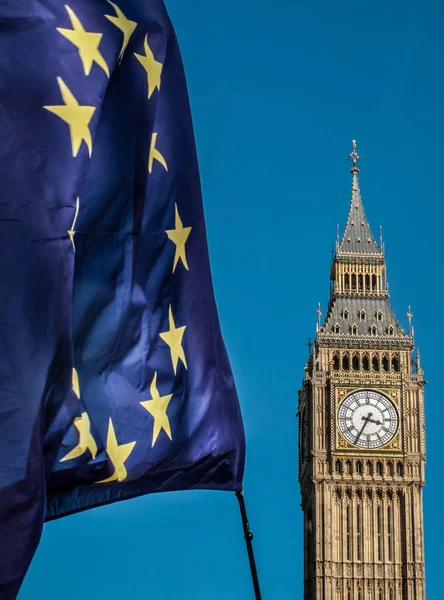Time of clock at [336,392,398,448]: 3:34
